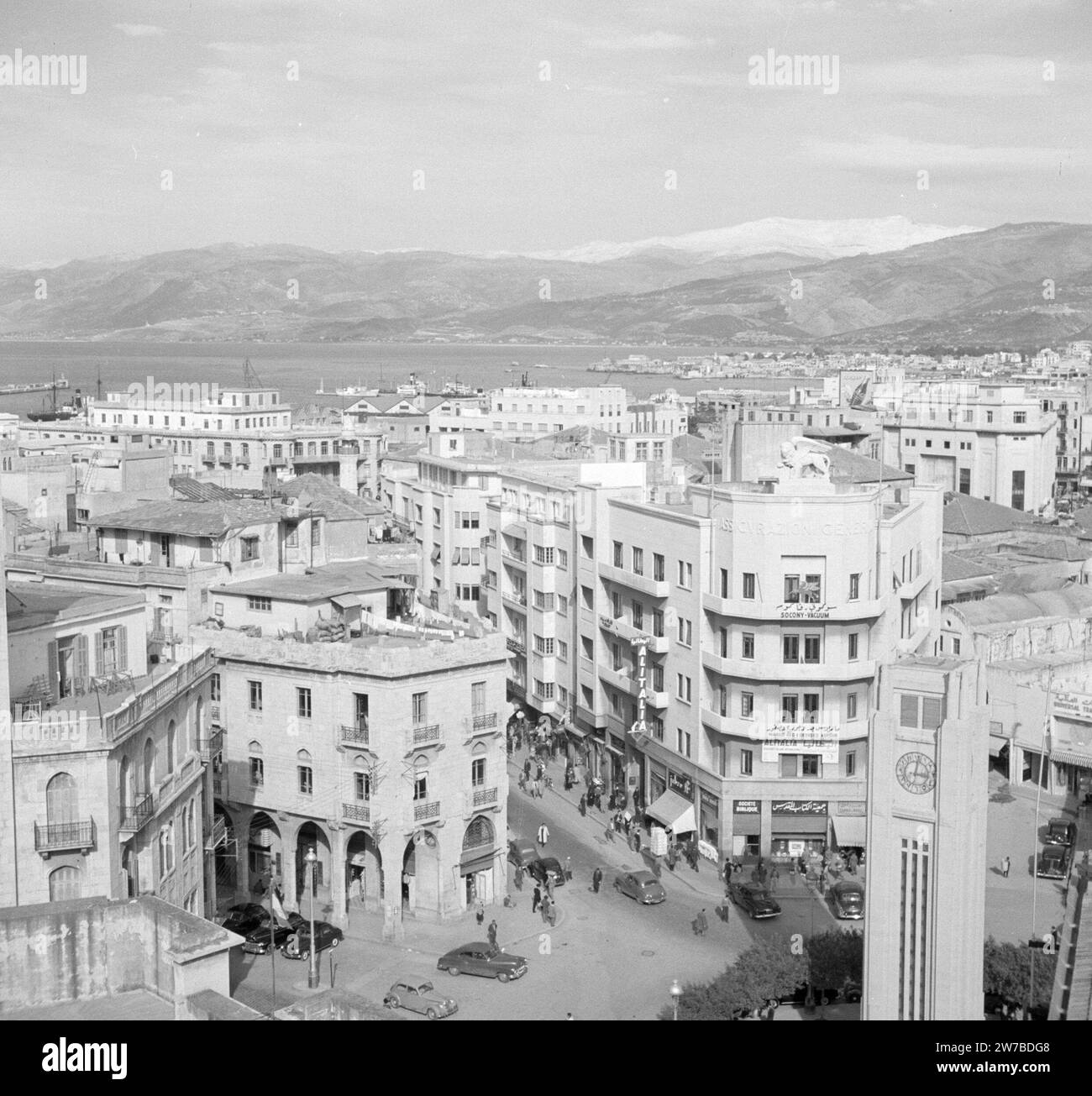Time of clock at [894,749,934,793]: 3:02
